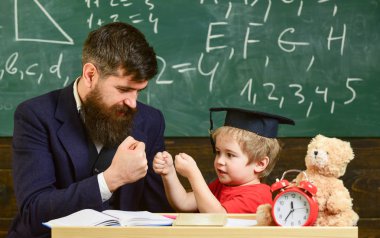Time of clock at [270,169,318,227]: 11:35
